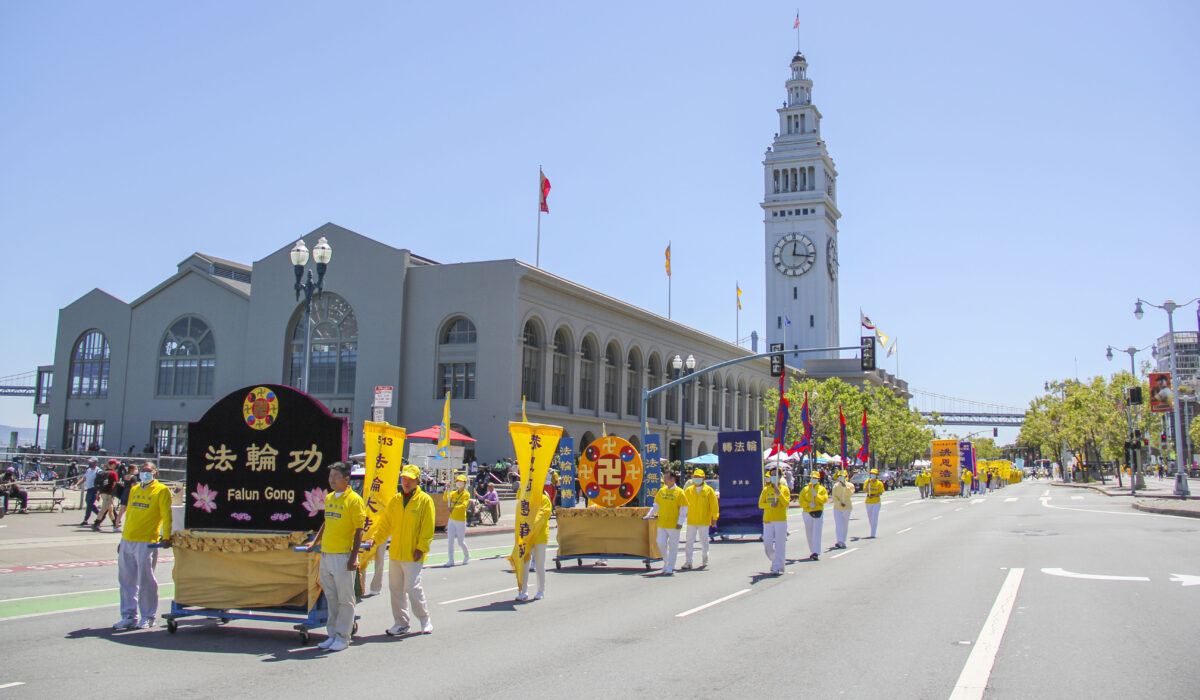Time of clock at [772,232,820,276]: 12:16
